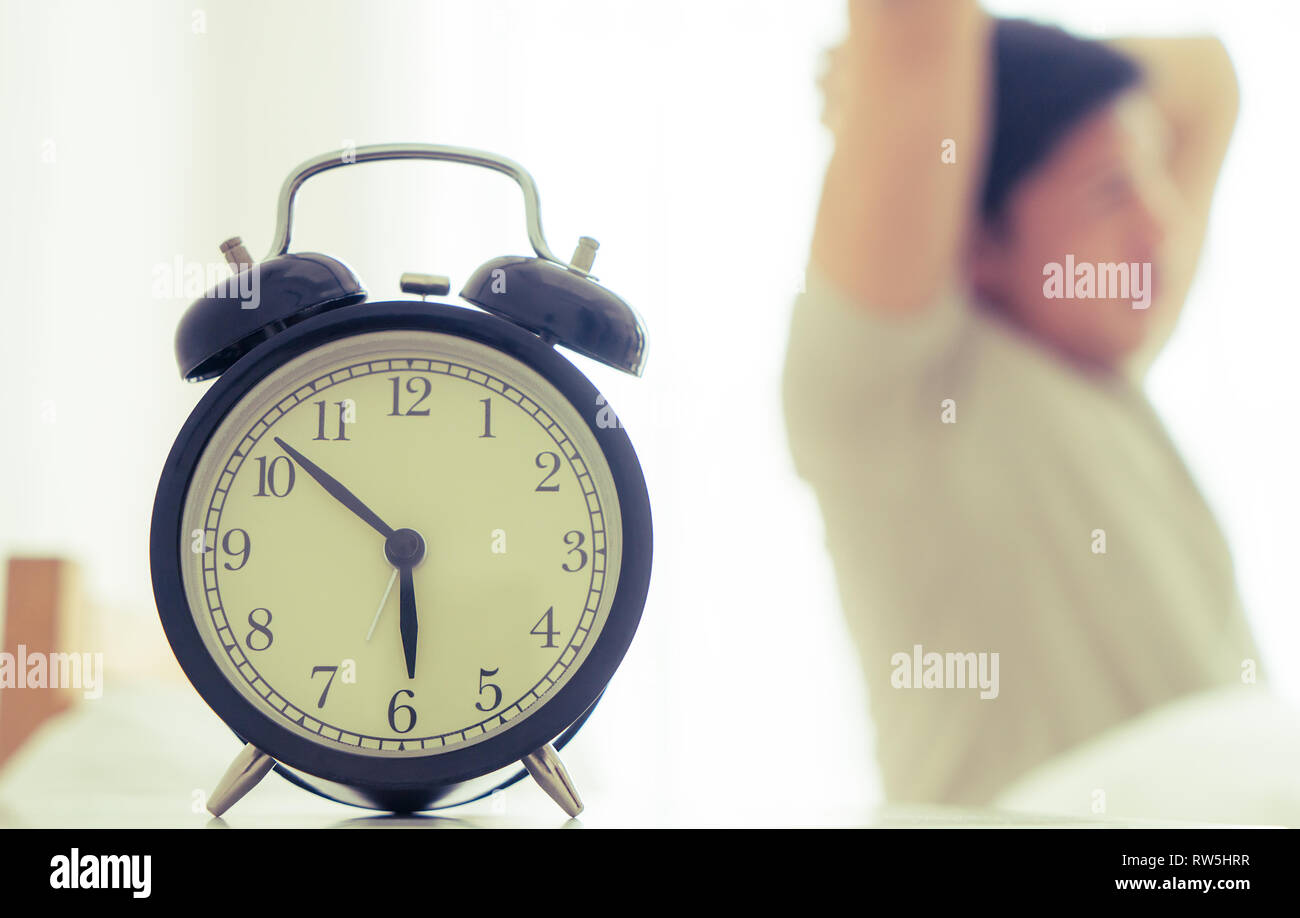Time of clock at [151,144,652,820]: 5:51
